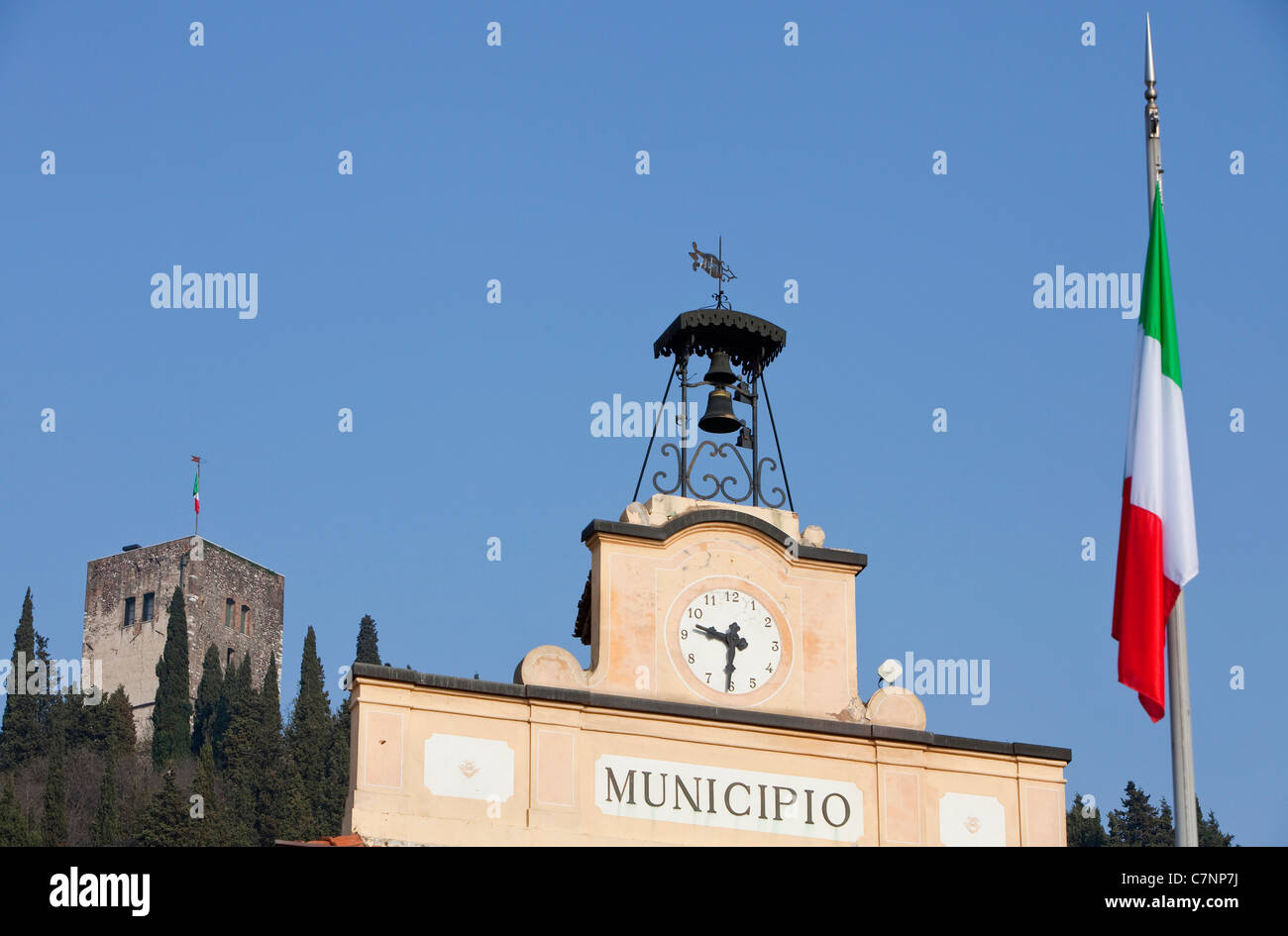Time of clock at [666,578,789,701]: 9:30
